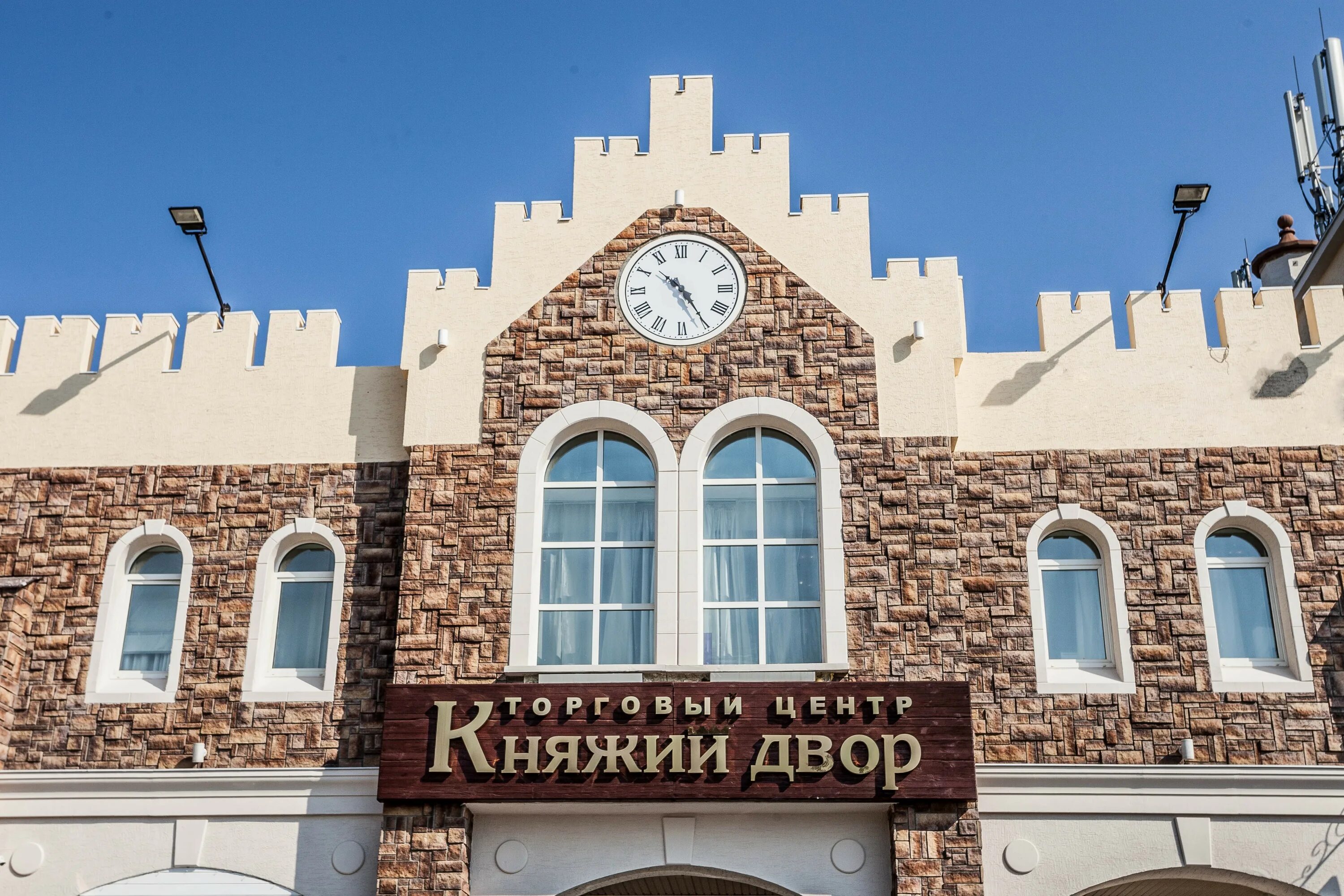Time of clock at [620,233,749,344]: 10:24
